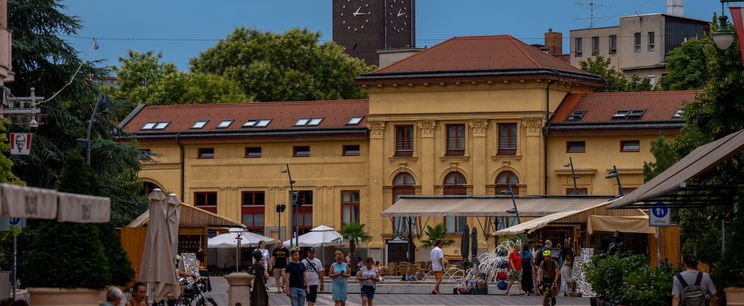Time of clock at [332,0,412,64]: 1:14
